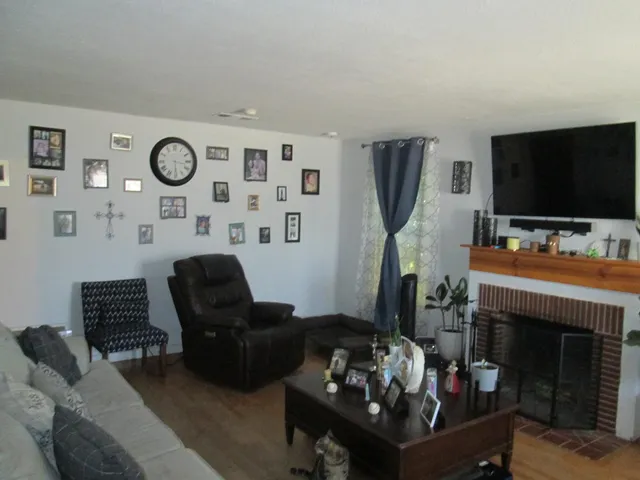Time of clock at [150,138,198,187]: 3:29
